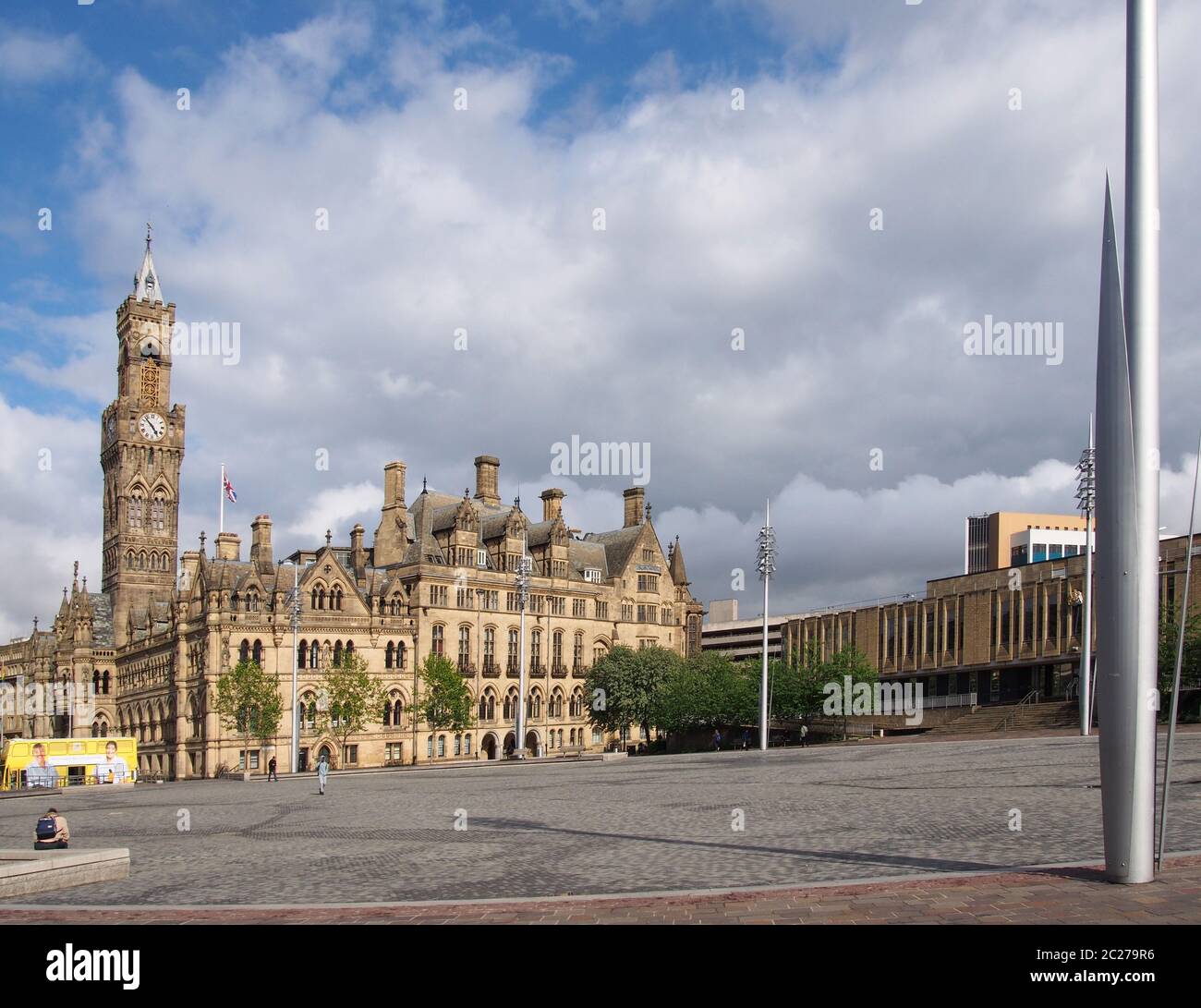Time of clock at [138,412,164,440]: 4:52
